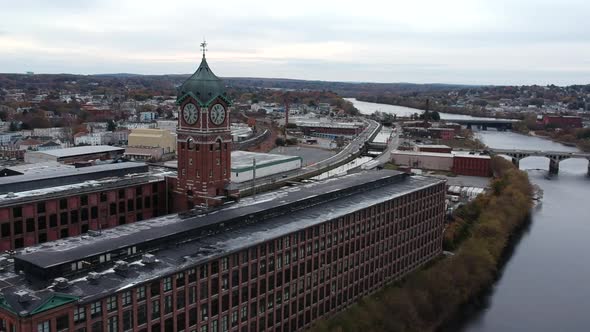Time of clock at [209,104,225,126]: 6:54
